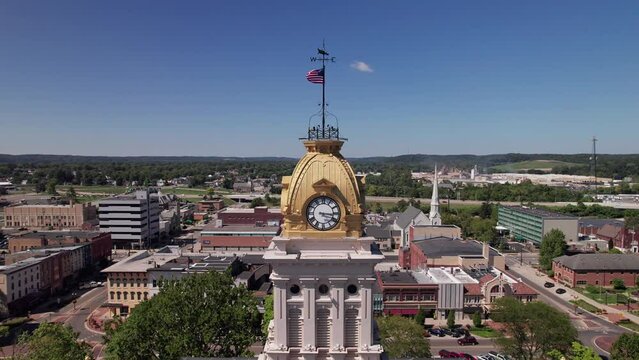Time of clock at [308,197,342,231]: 3:16
